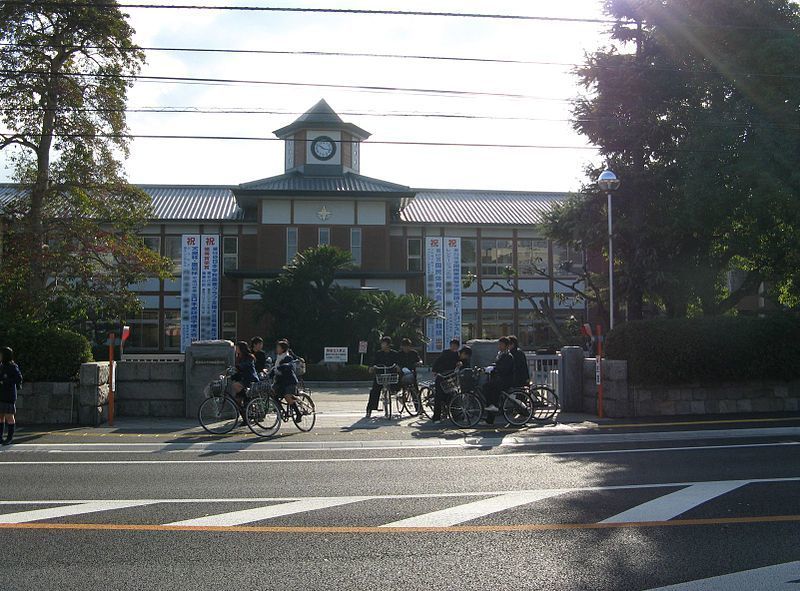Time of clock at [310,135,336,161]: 10:17
